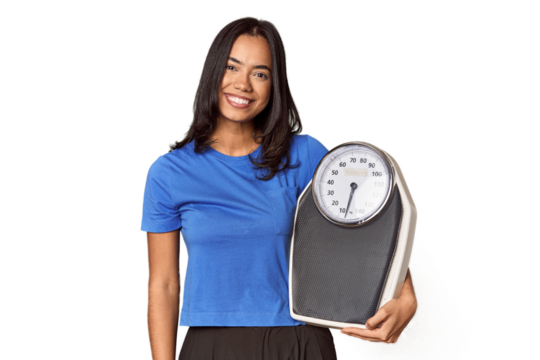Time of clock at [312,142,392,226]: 6:32
